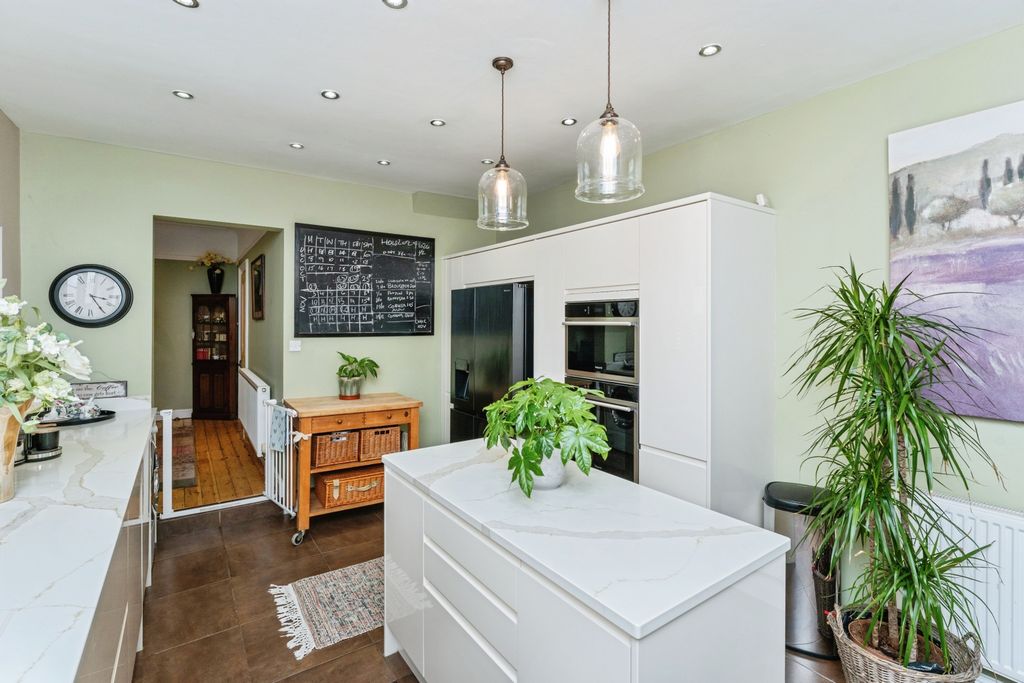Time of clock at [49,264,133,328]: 3:24
